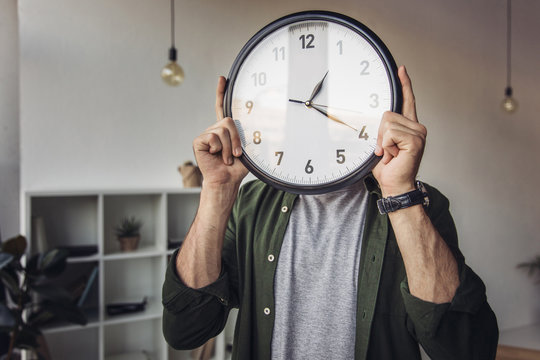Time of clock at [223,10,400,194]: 1:20
